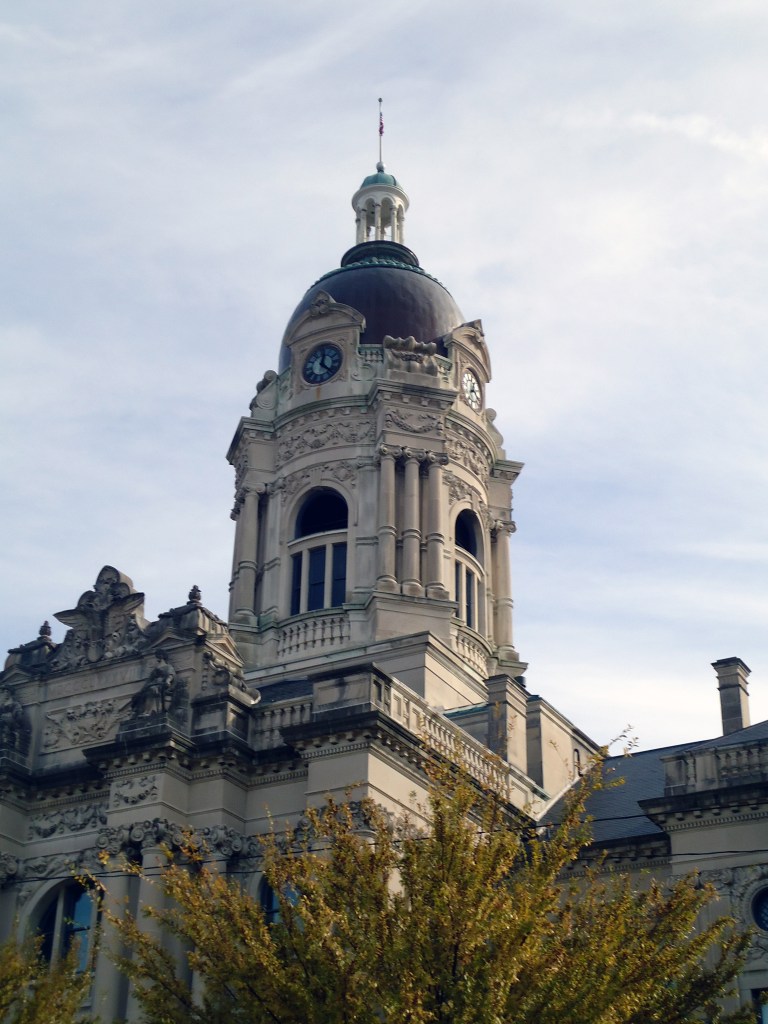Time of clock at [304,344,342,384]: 12:22
